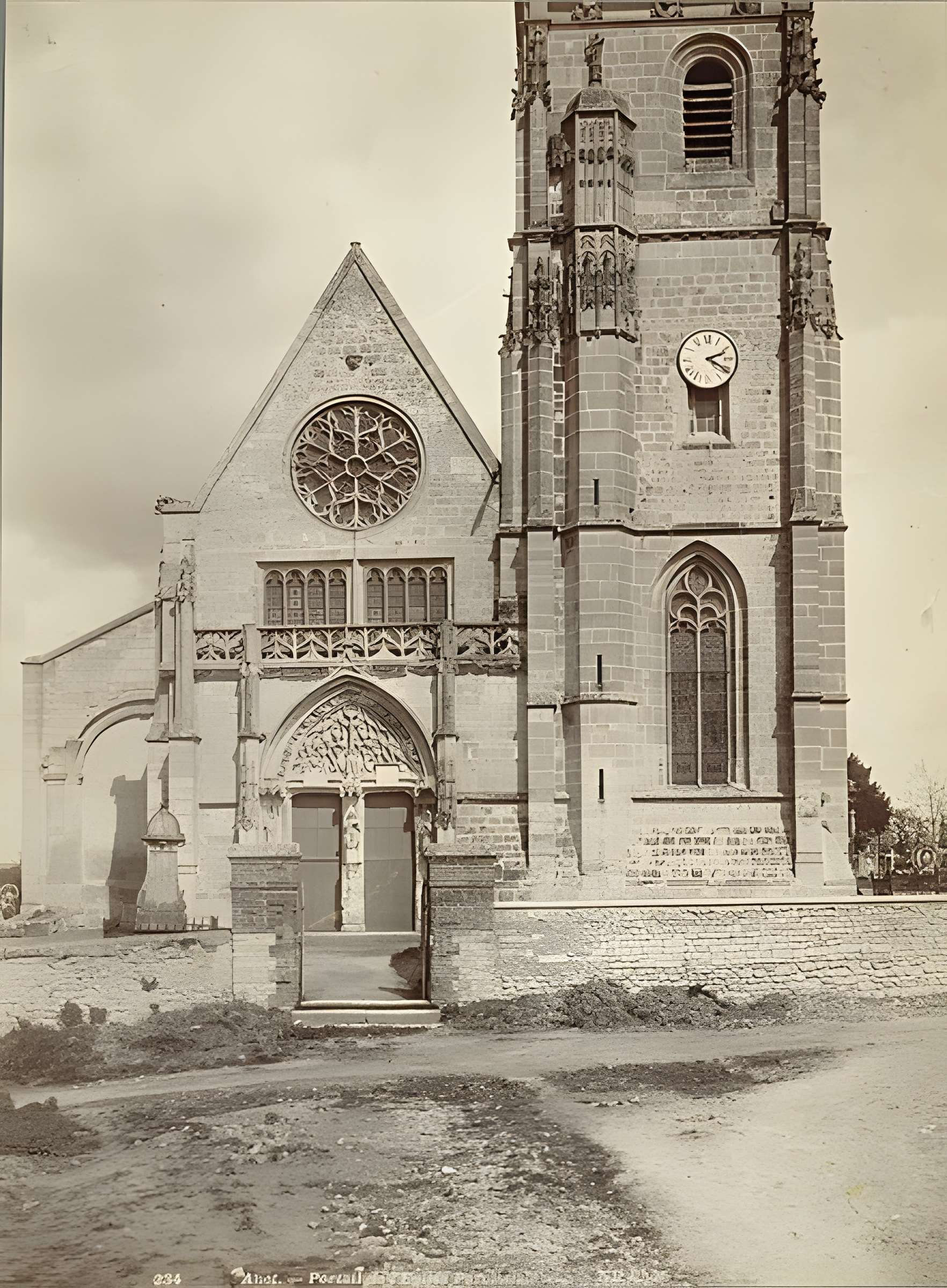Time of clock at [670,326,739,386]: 2:20
